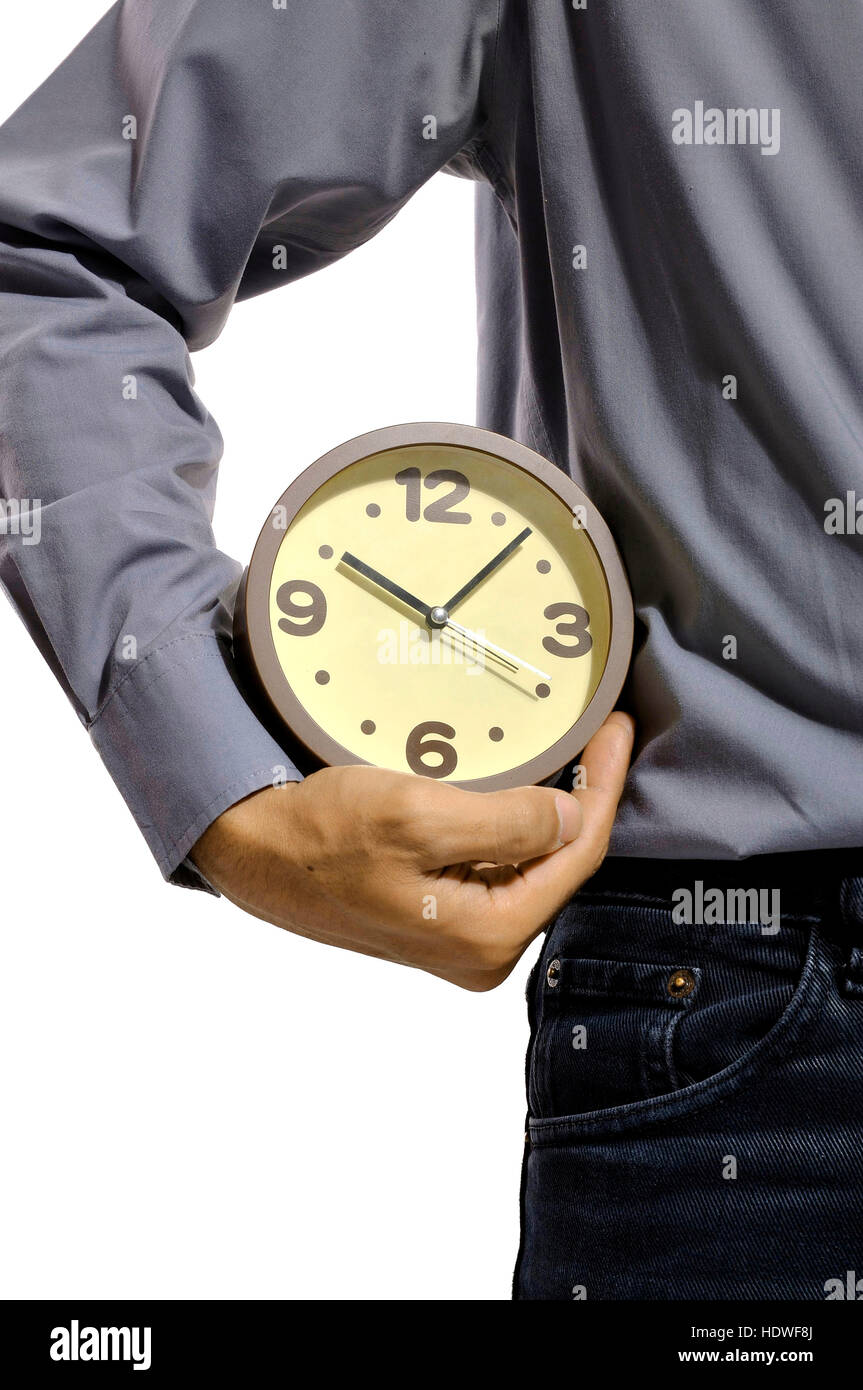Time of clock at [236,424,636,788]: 10:07
